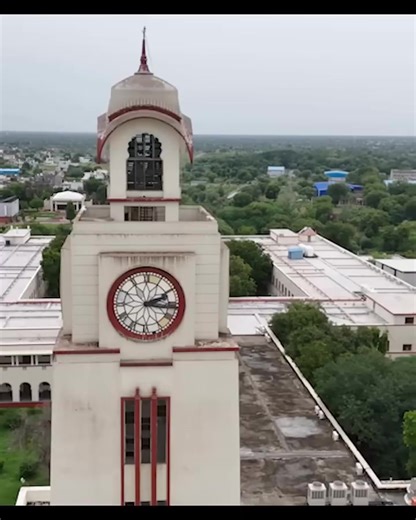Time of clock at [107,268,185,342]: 2:15
